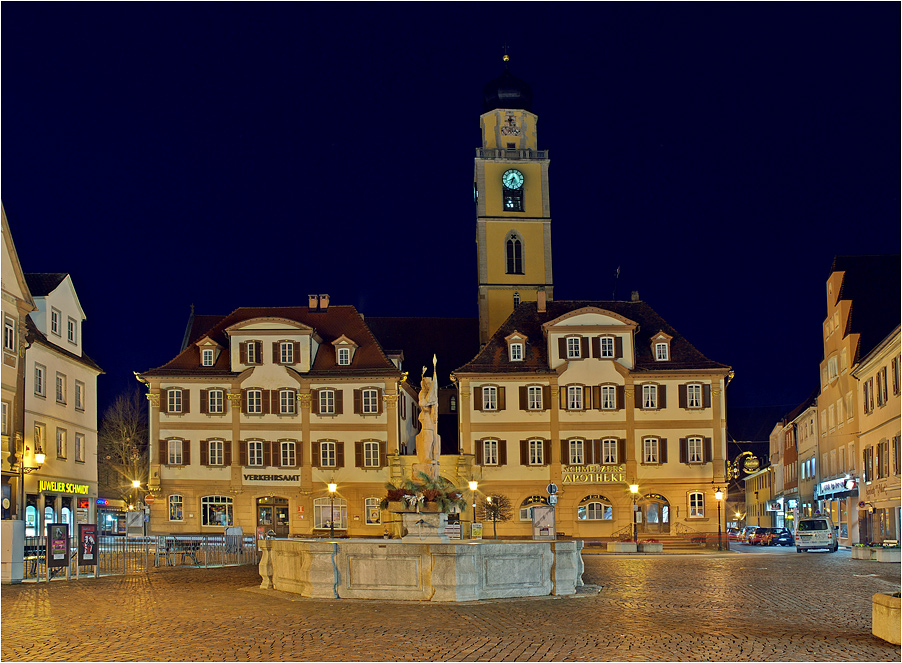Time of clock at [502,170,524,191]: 6:41
